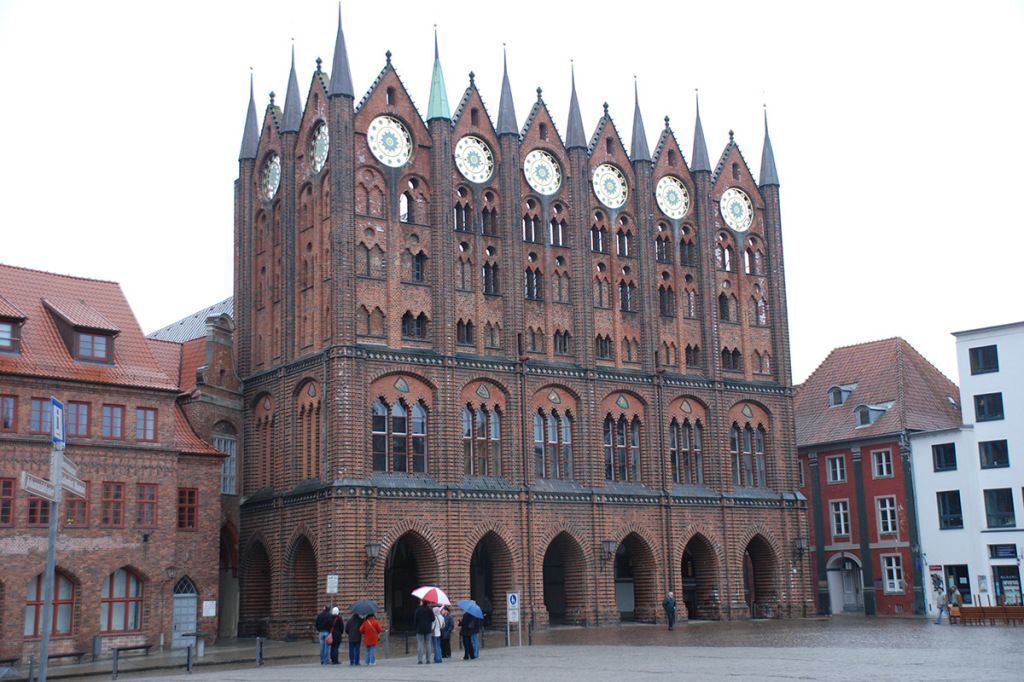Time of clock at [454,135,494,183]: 6:42
